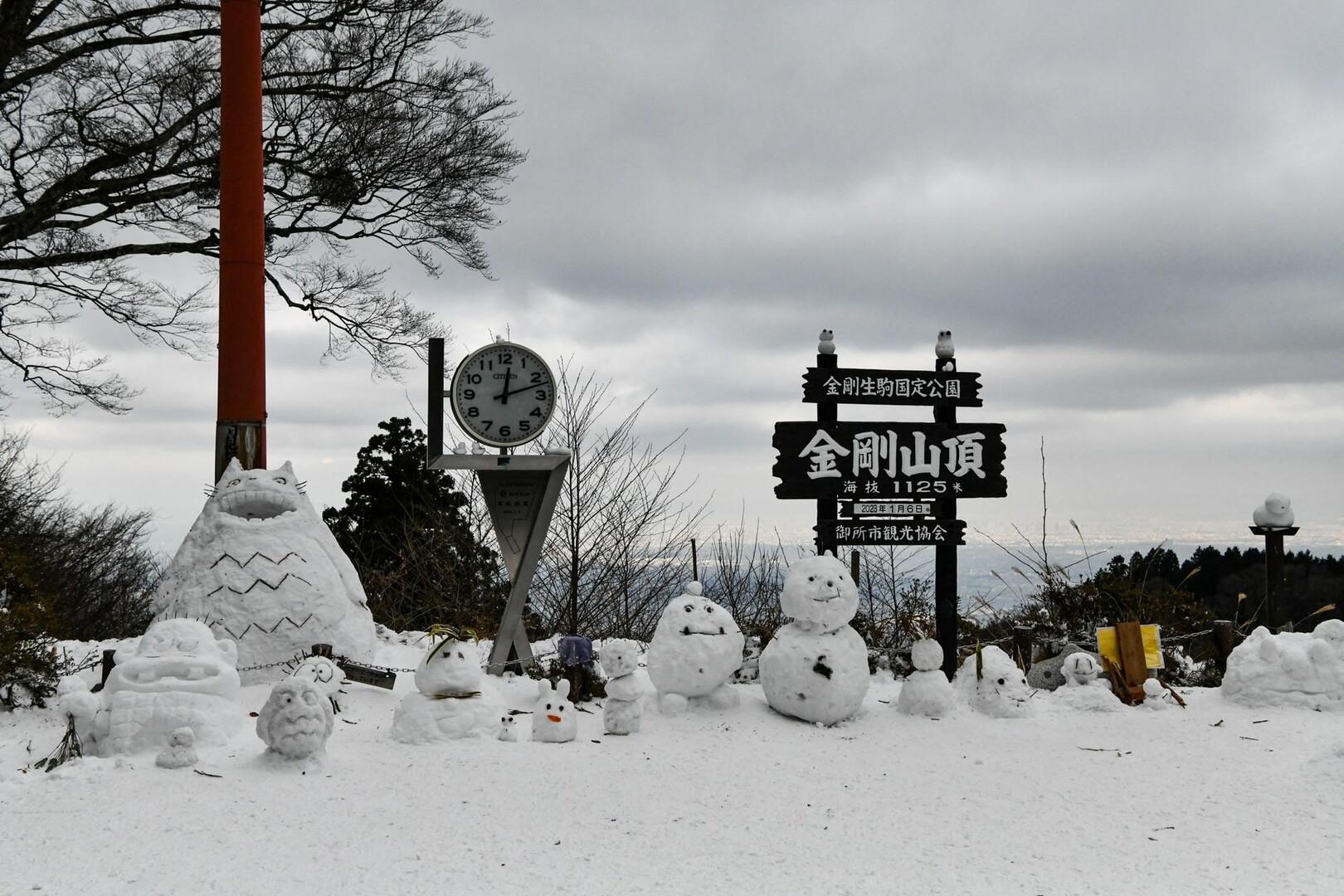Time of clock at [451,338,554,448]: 12:12
